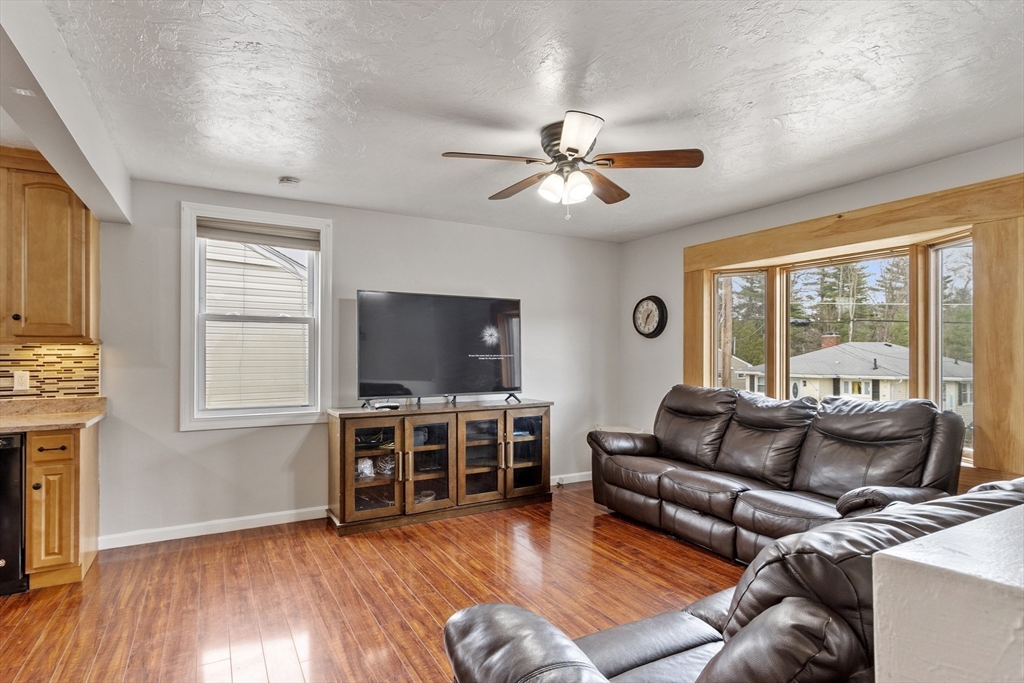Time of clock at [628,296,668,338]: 1:34
